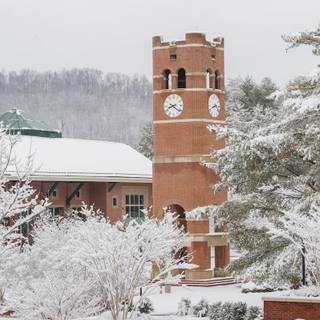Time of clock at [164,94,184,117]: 8:21
